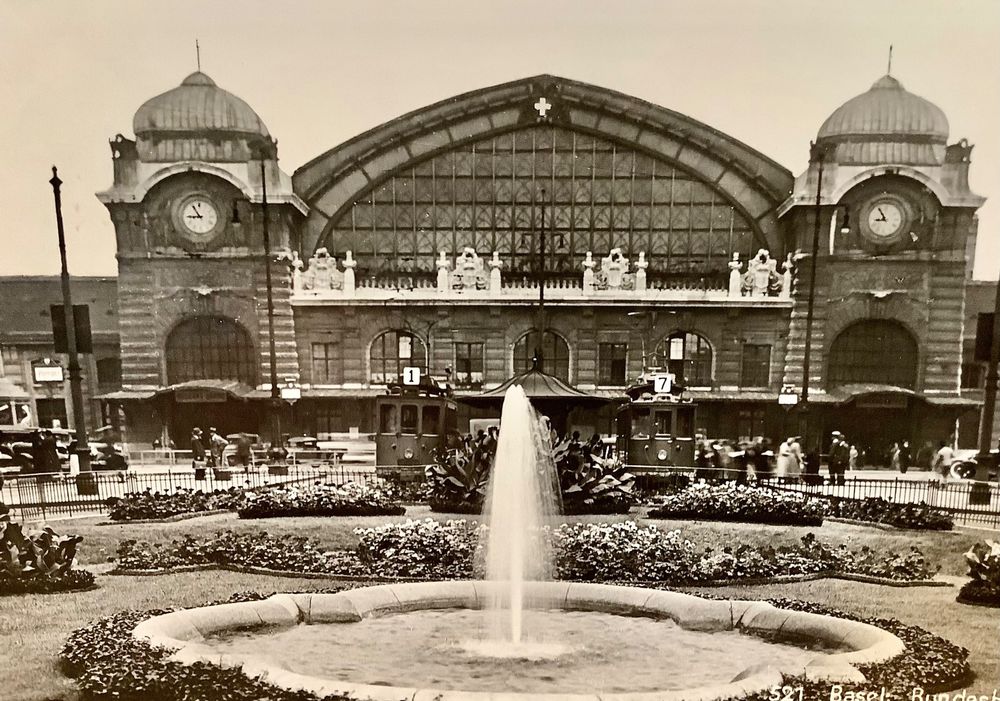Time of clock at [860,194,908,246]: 8:54
